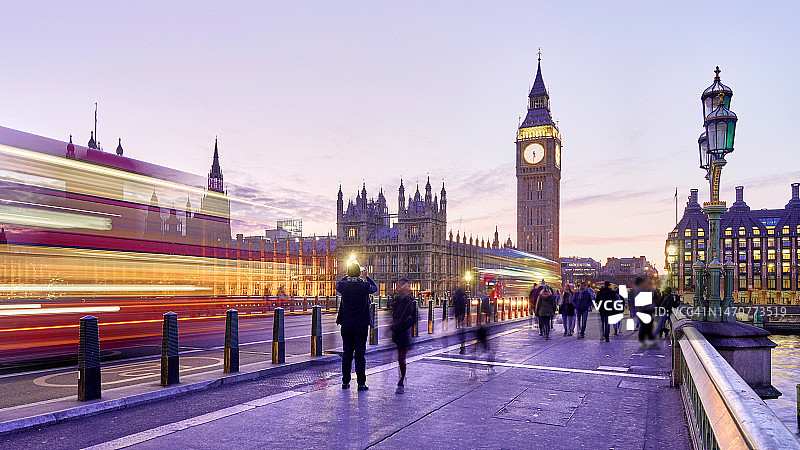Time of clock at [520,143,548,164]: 5:30
